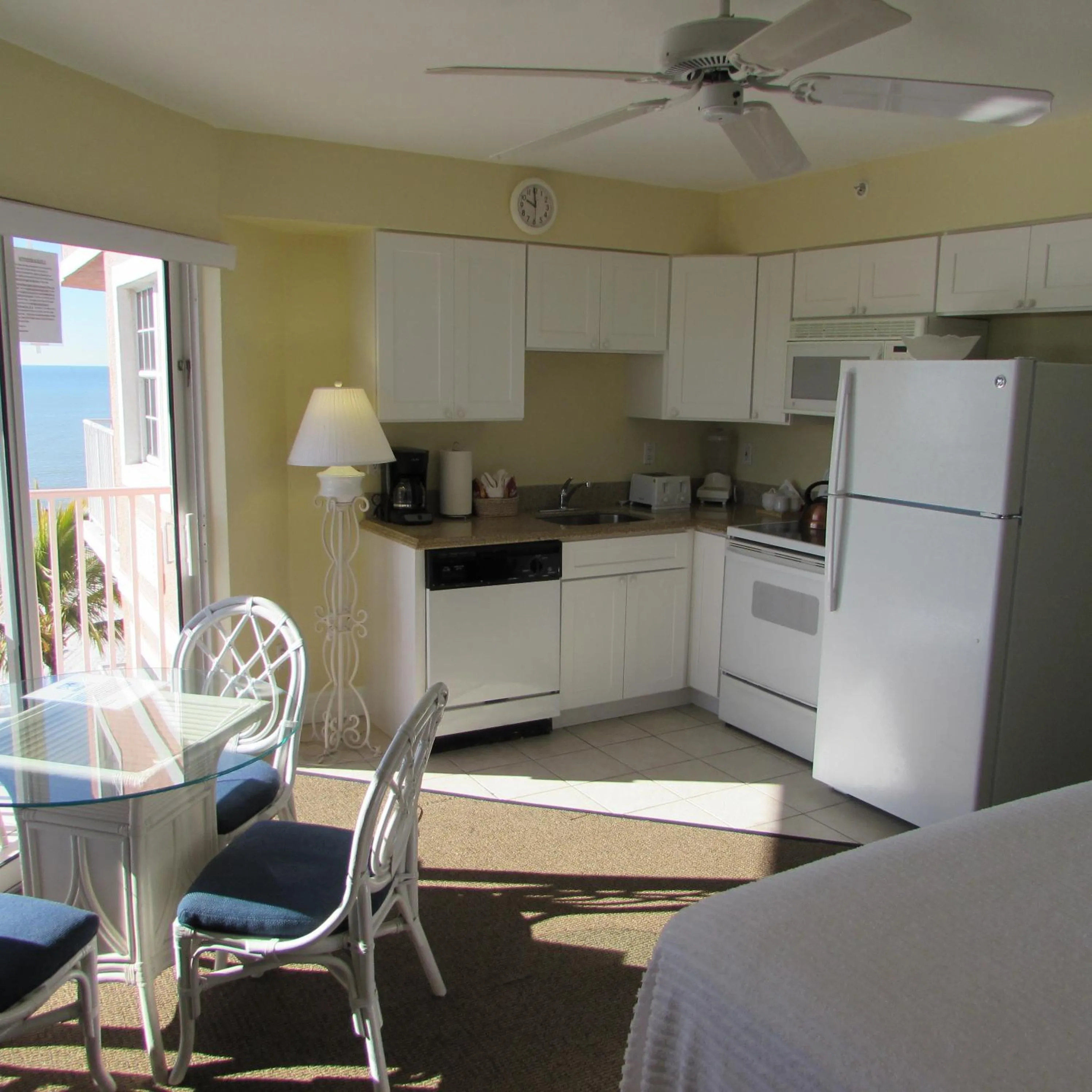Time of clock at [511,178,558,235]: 9:59
